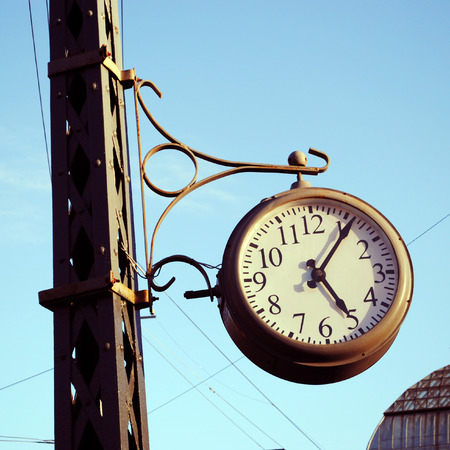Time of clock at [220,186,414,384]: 5:06
